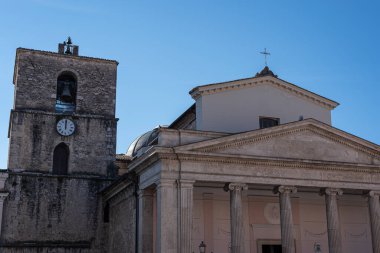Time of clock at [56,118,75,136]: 12:00
